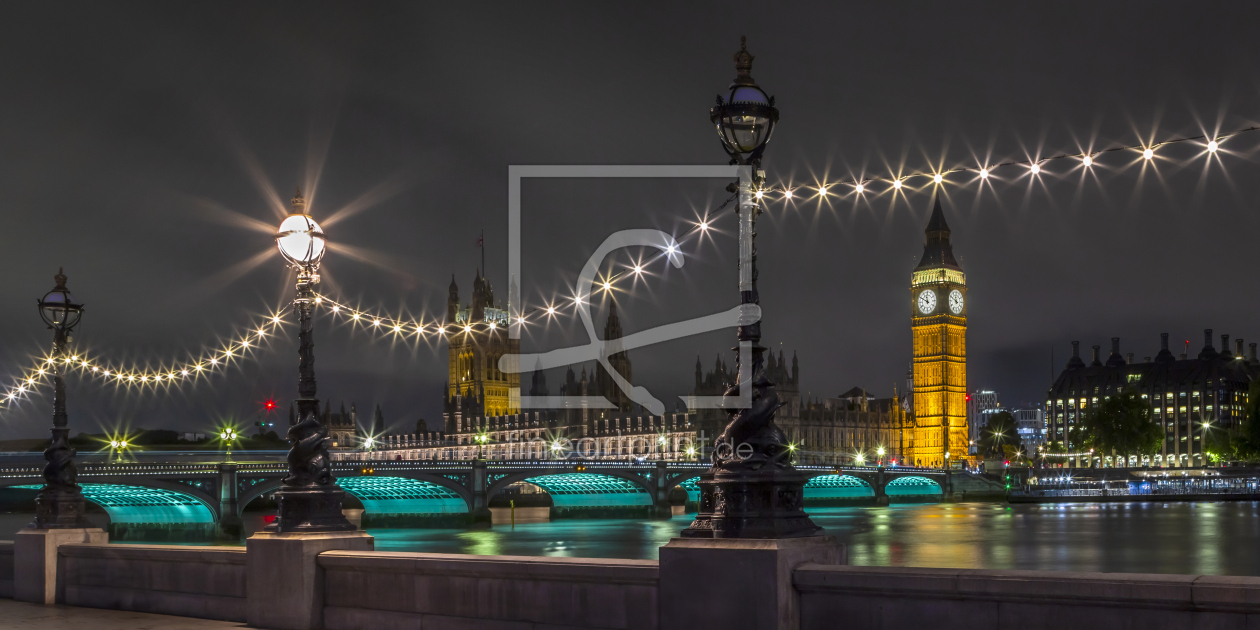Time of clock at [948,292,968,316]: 11:49
